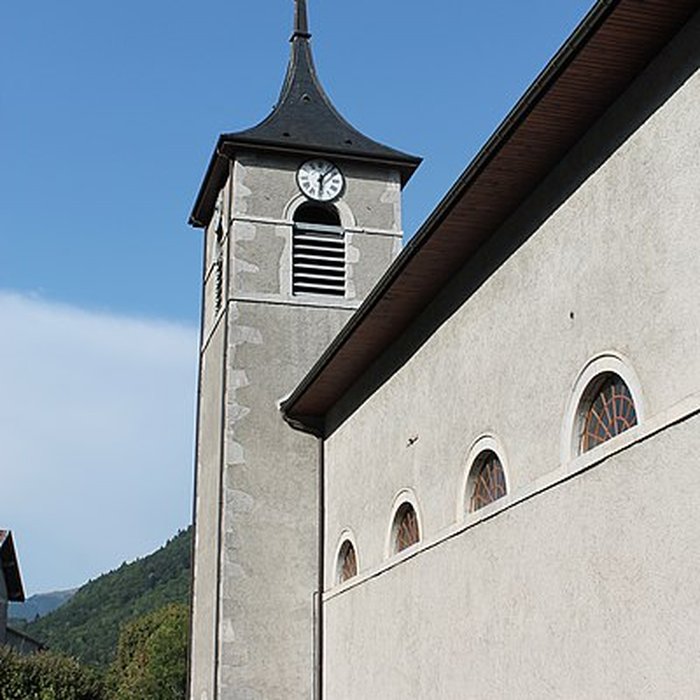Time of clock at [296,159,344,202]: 6:06
